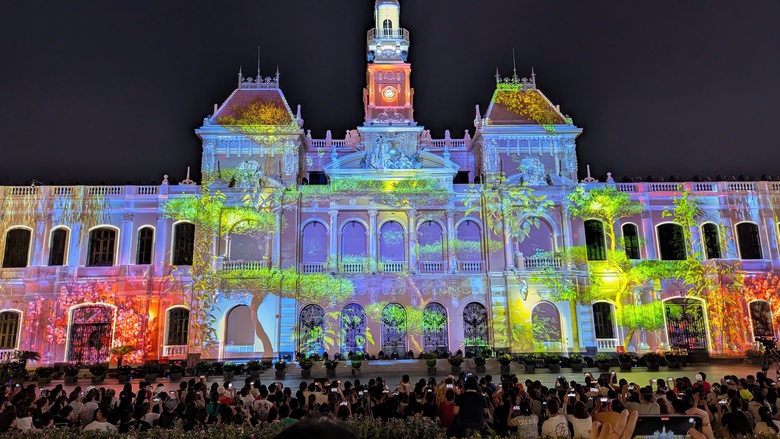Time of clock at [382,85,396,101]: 8:12
